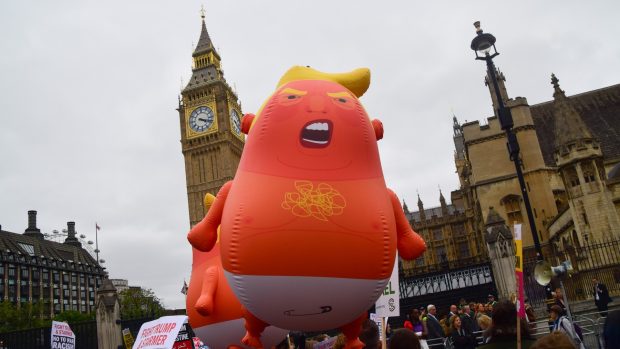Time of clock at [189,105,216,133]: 4:17
